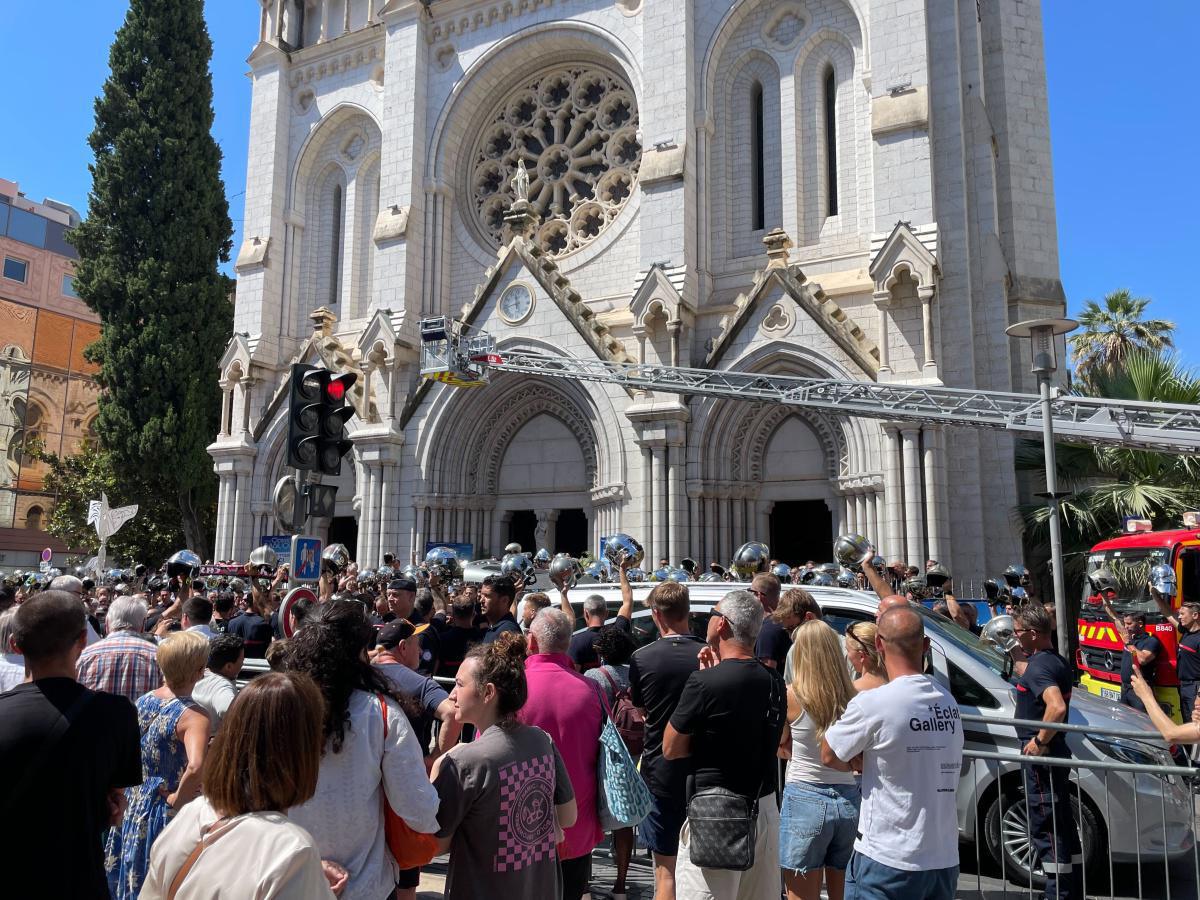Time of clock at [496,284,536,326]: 11:42
